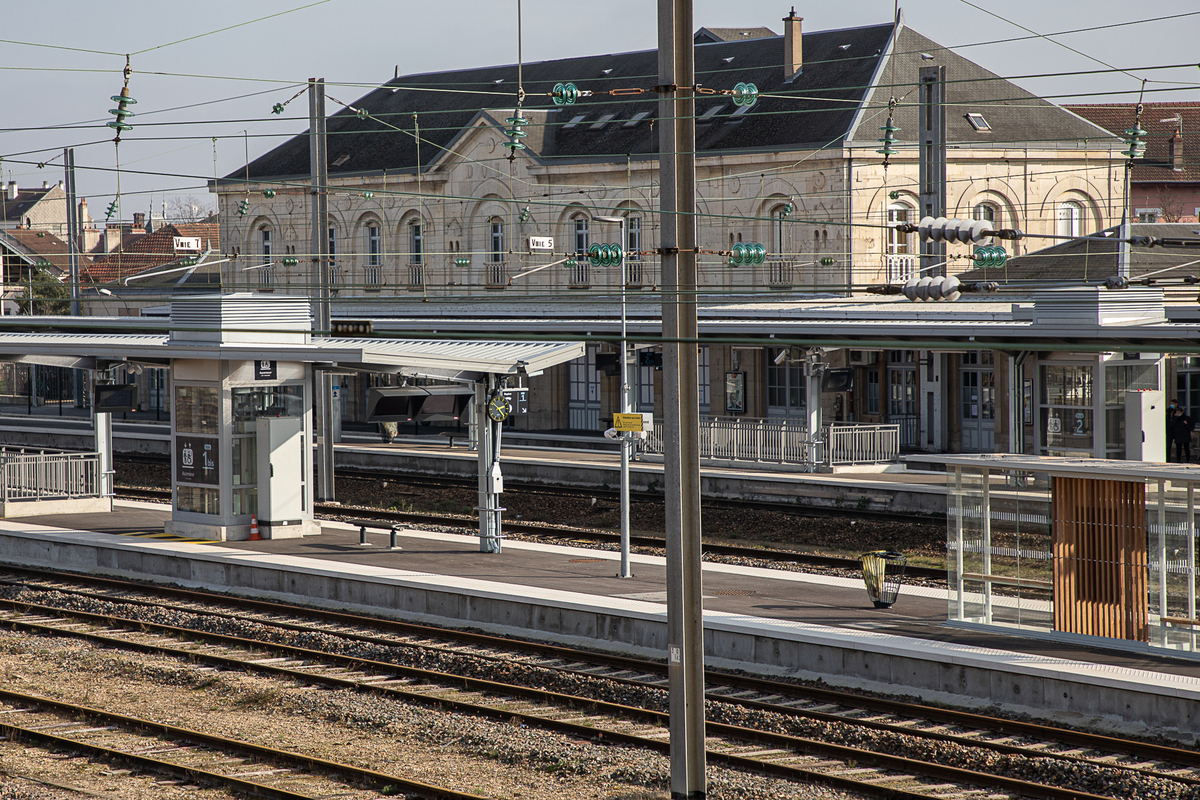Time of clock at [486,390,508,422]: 2:23
